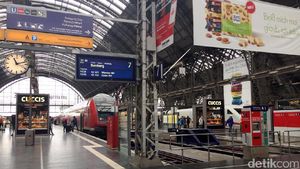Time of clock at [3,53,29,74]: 11:12
